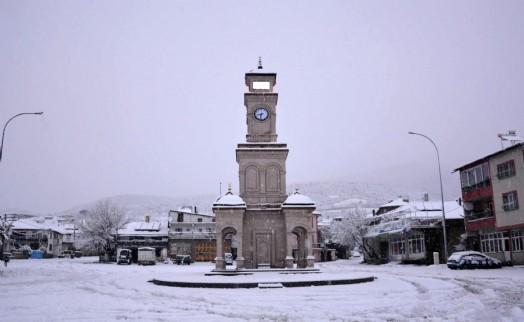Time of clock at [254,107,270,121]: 8:32
